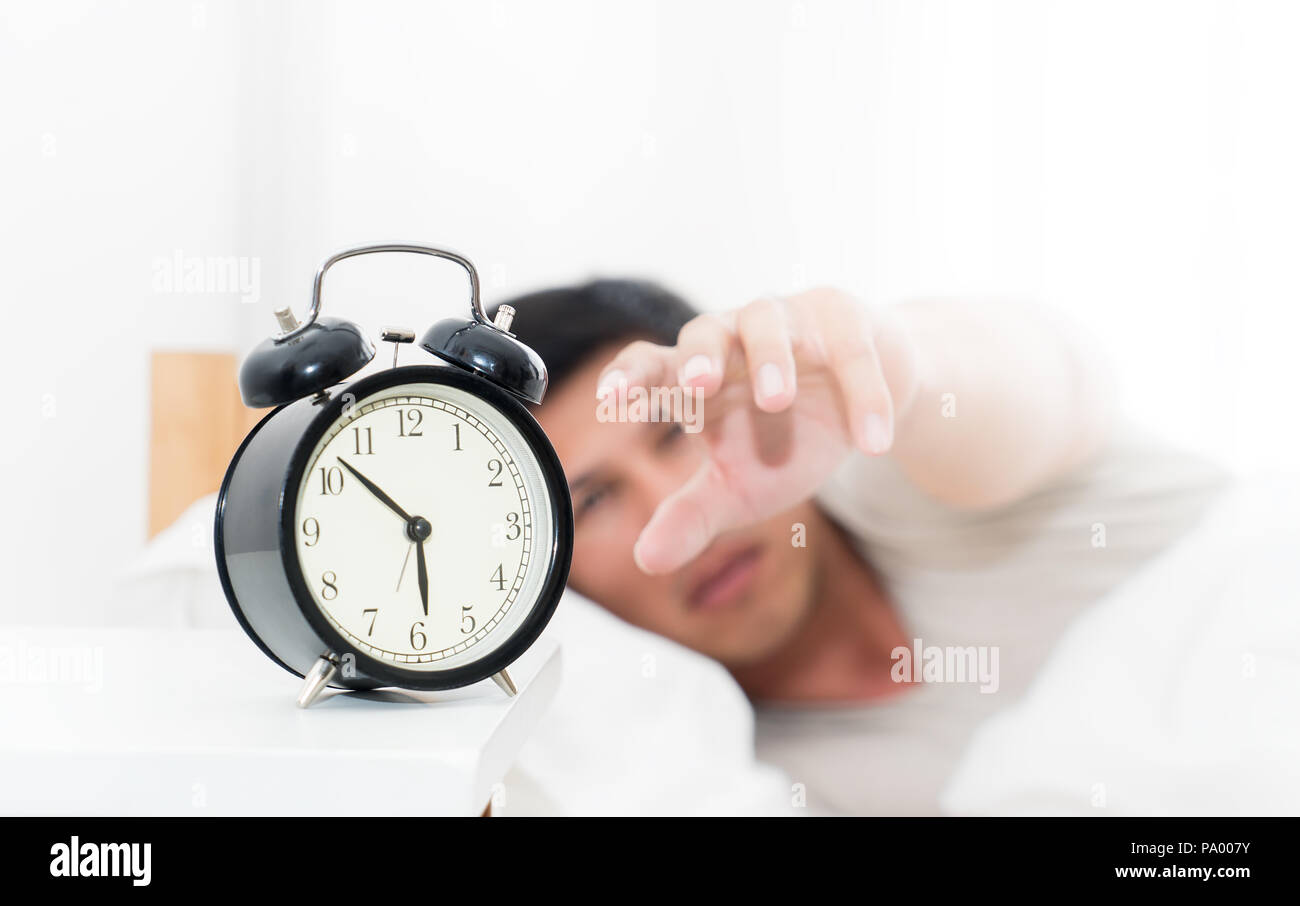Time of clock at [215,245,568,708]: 5:52
